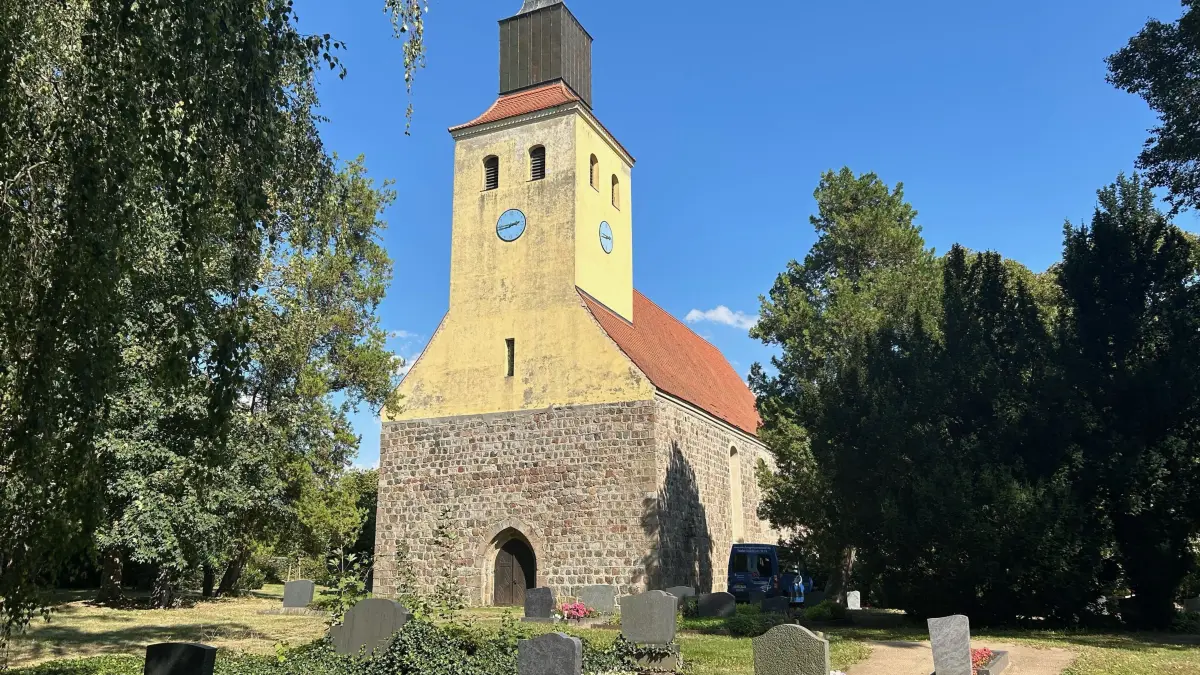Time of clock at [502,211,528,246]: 2:43
